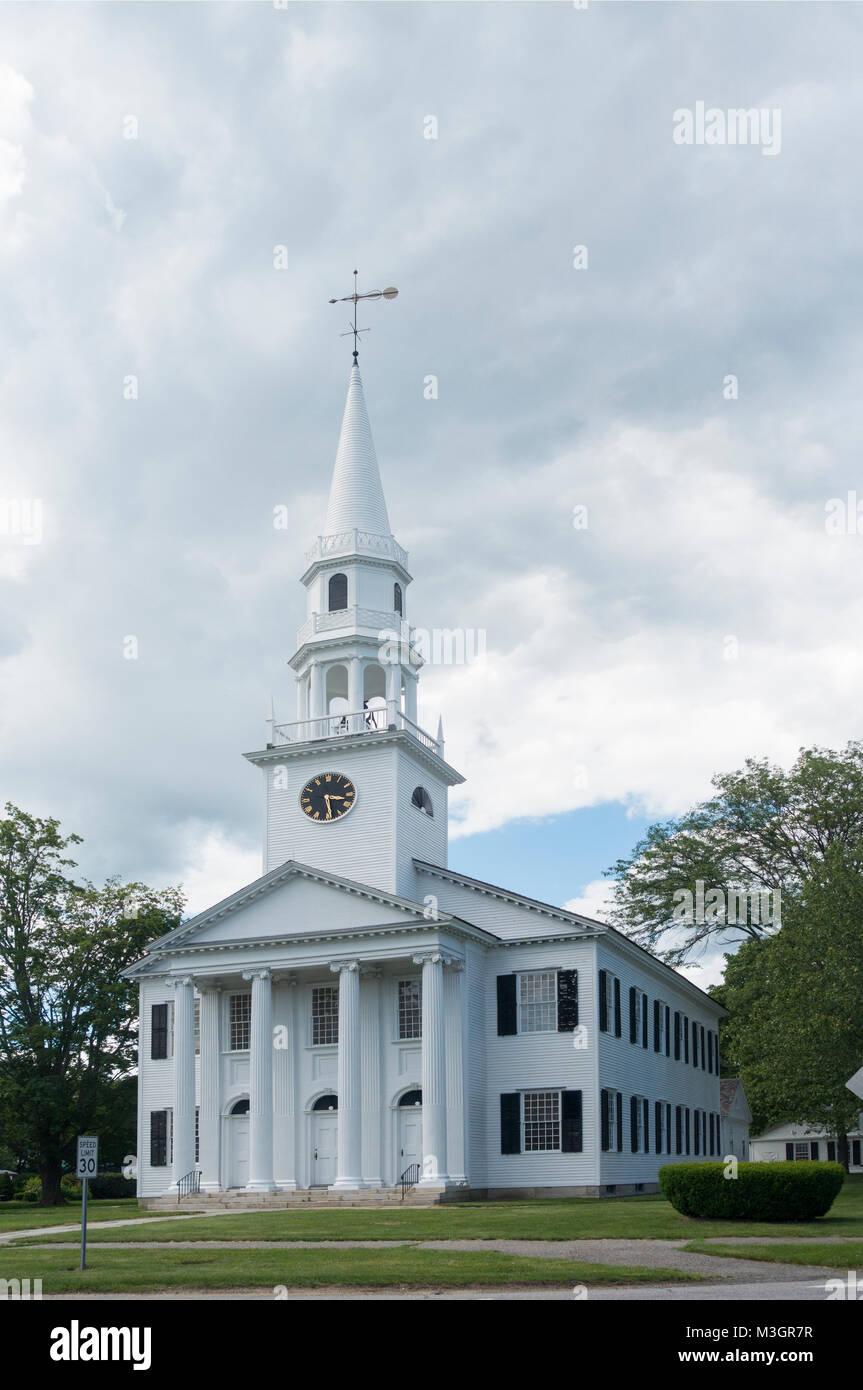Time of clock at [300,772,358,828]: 3:28
